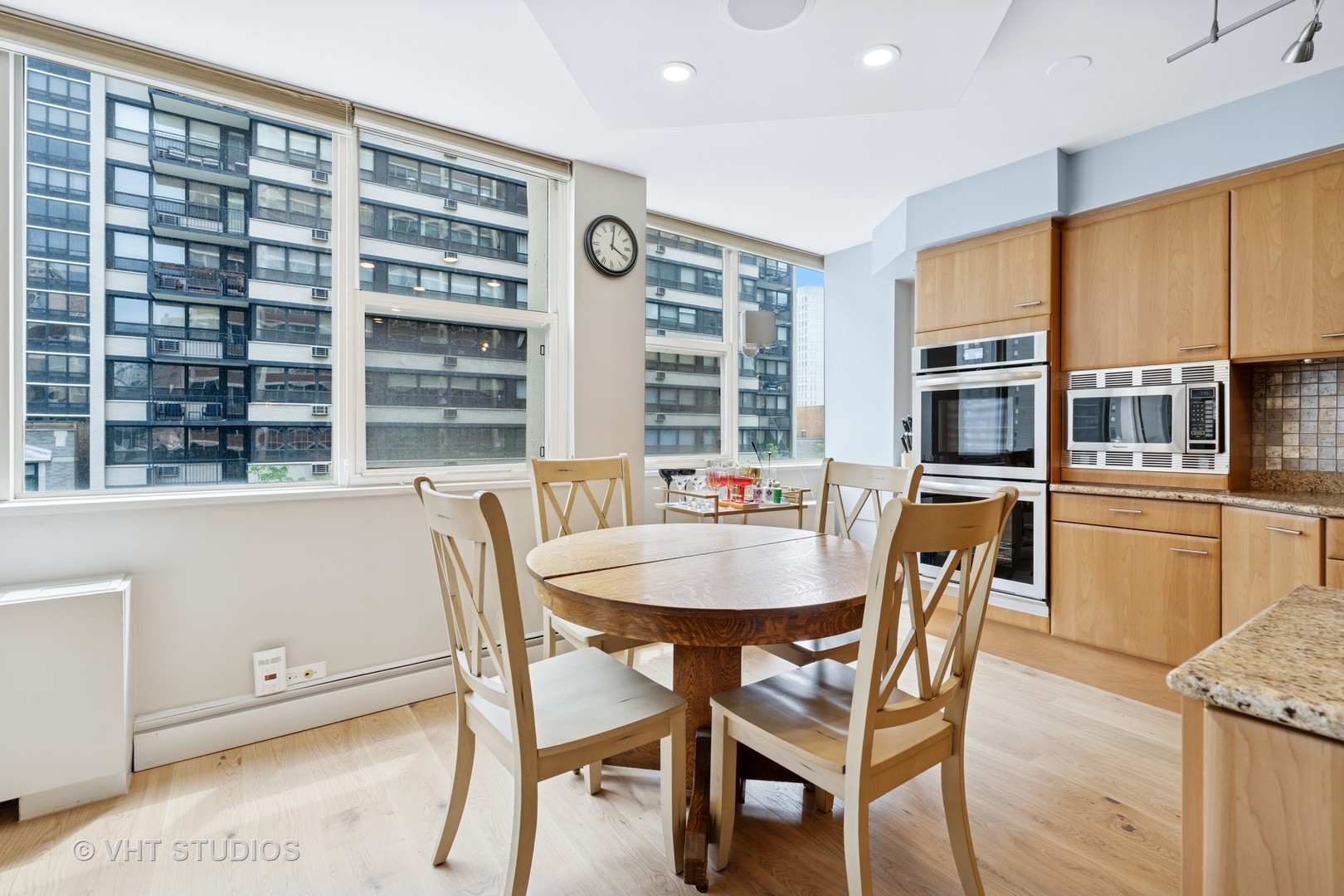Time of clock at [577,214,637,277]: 4:01
